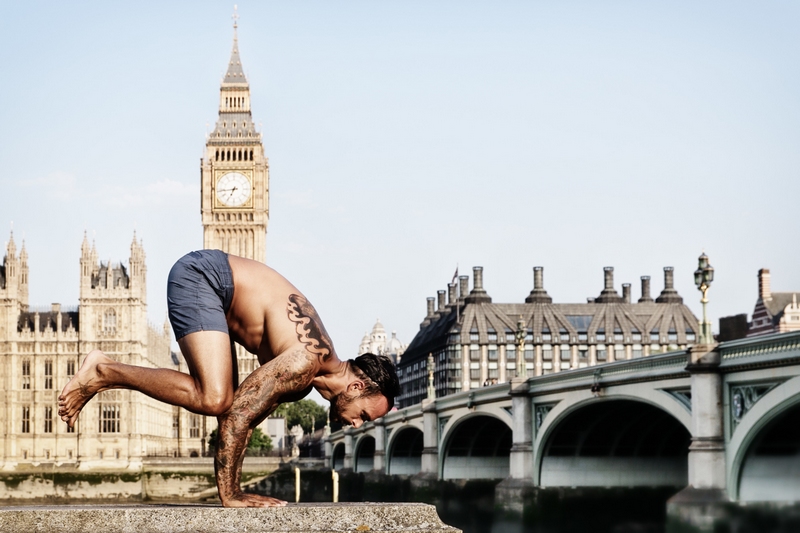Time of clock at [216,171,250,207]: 6:43
